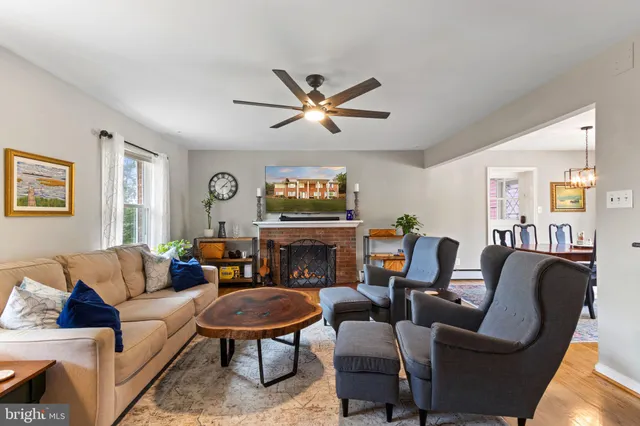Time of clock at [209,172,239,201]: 3:08
